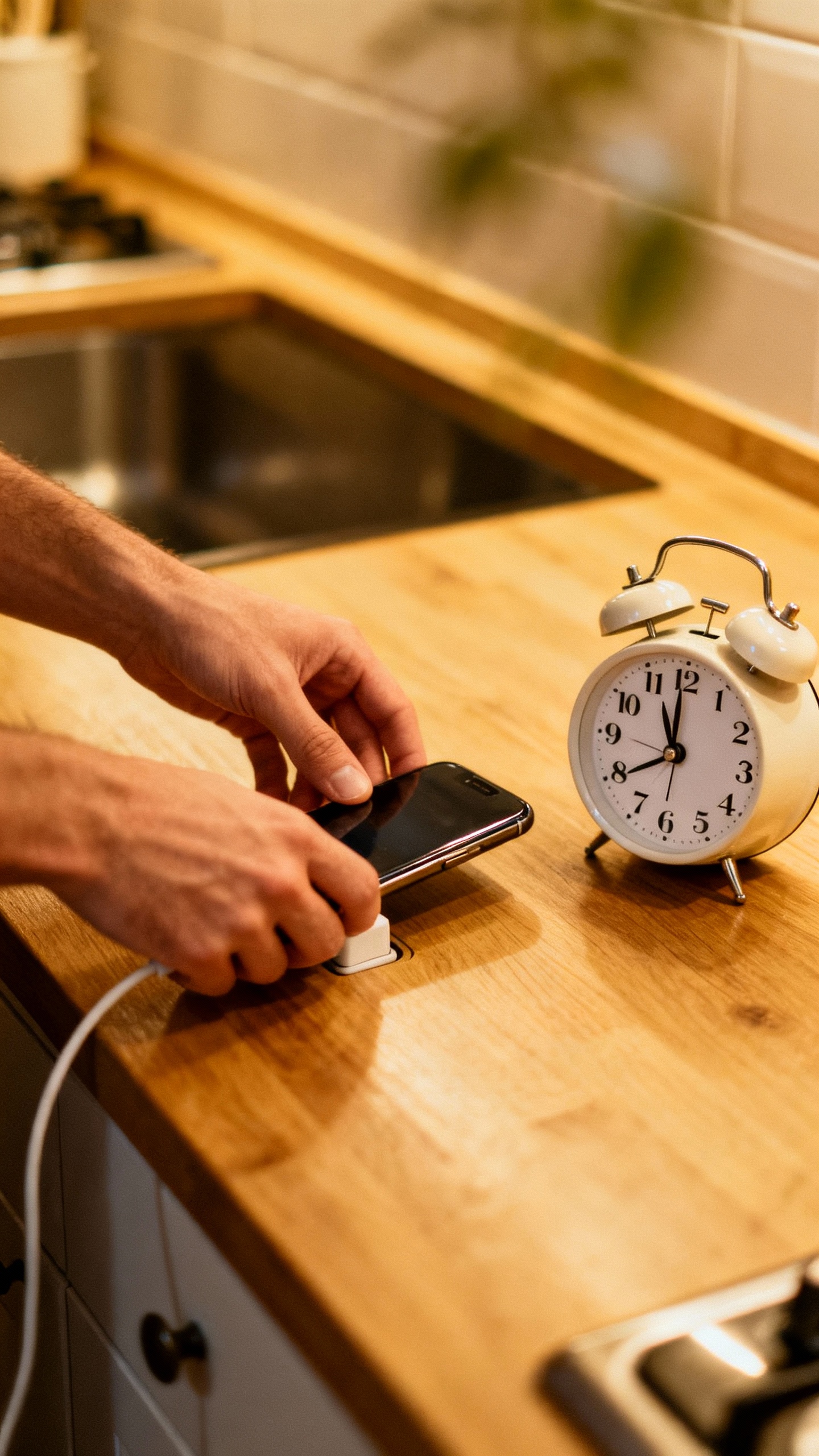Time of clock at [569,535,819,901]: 10:59
